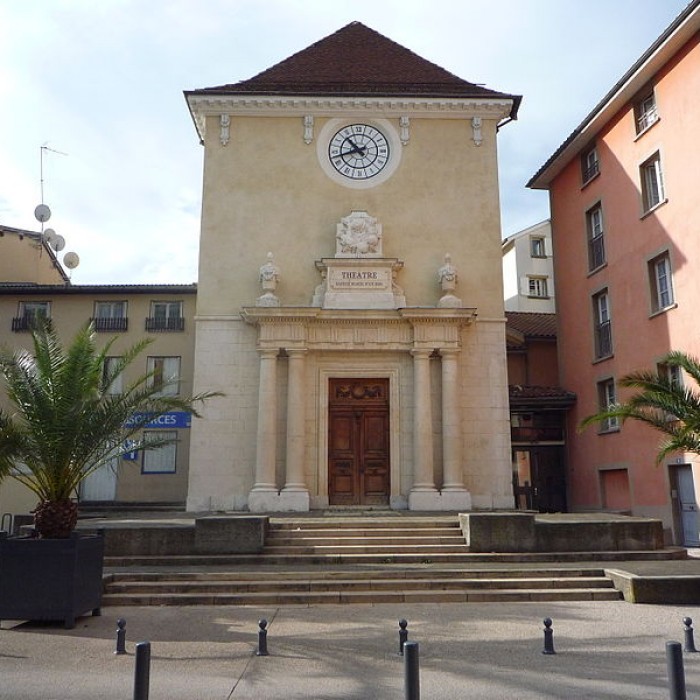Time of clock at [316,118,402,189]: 10:42
